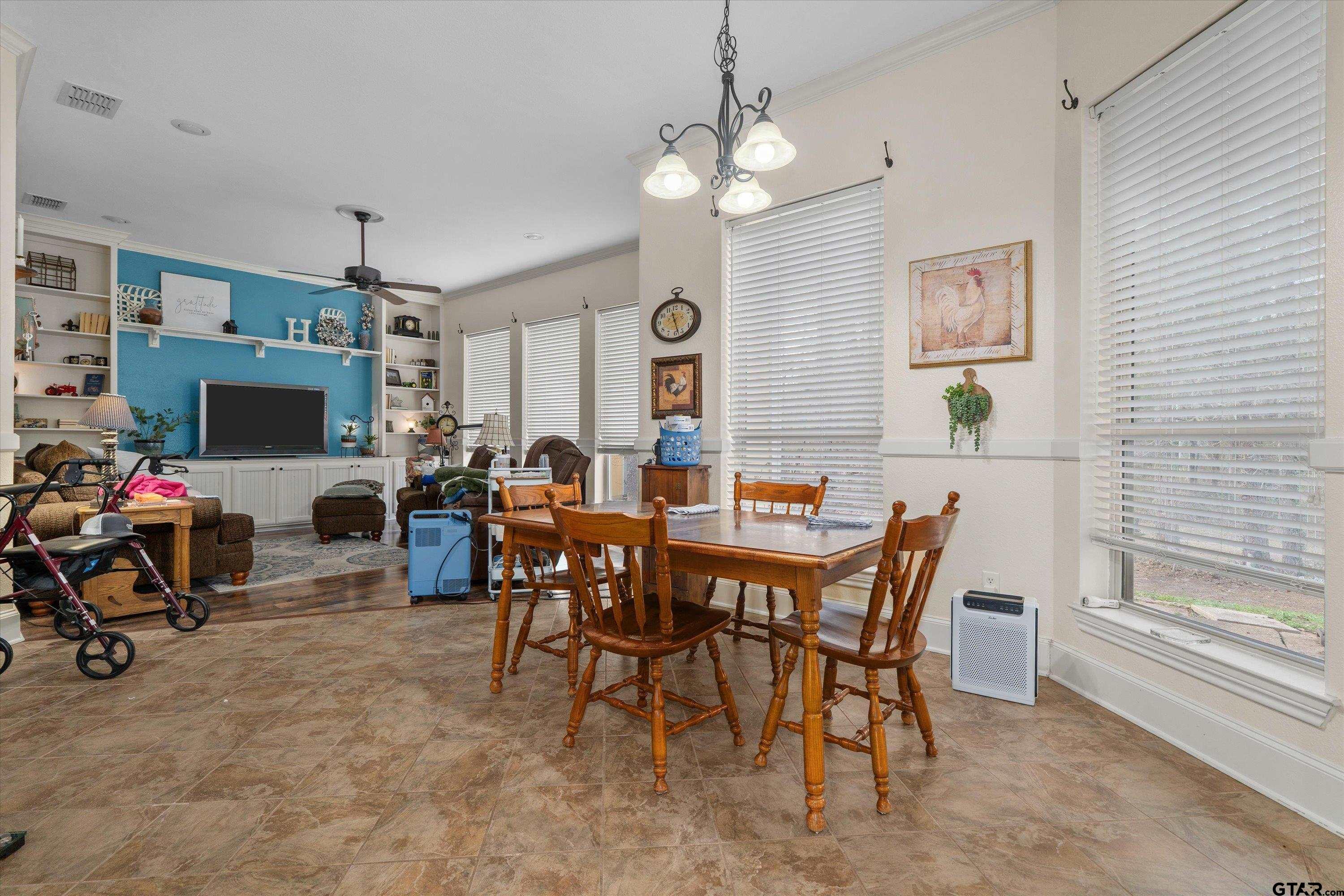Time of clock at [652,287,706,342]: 11:27
